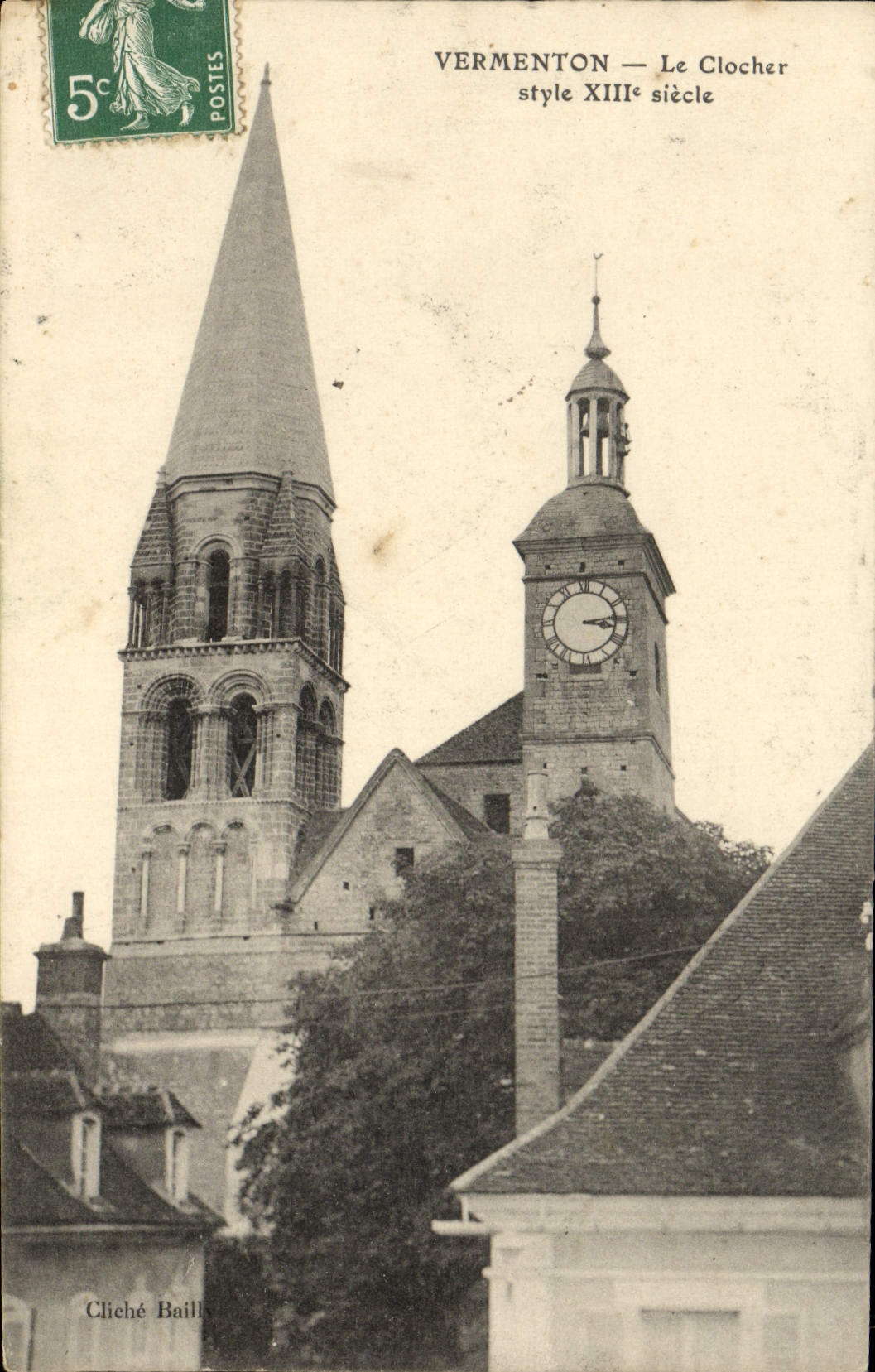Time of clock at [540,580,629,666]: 3:13
